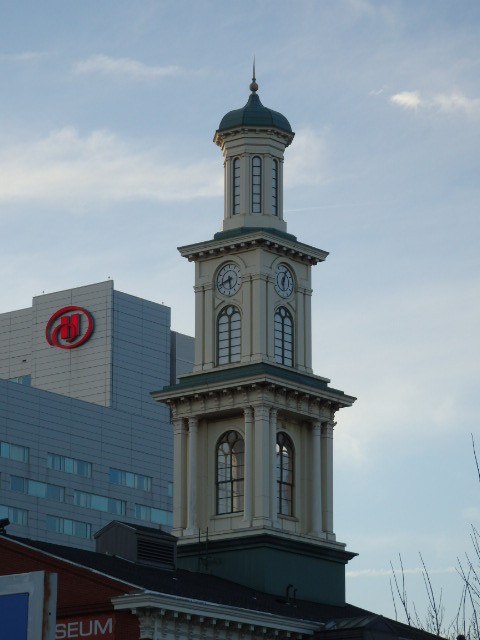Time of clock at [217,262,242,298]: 5:42
